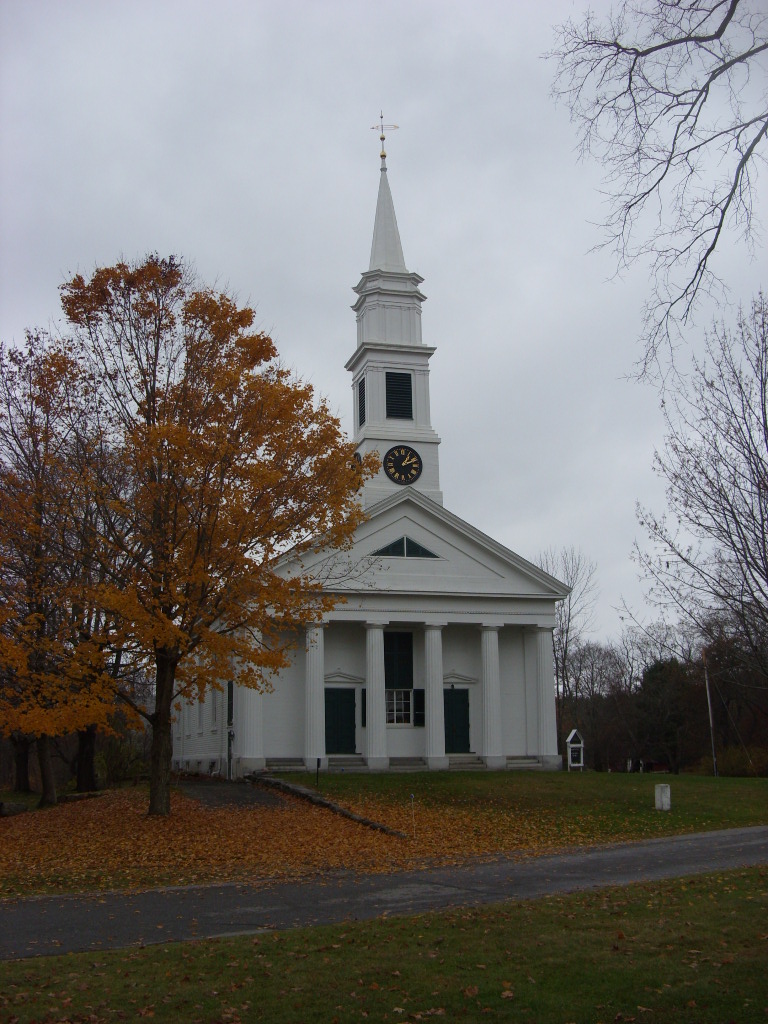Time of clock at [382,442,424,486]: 1:10
